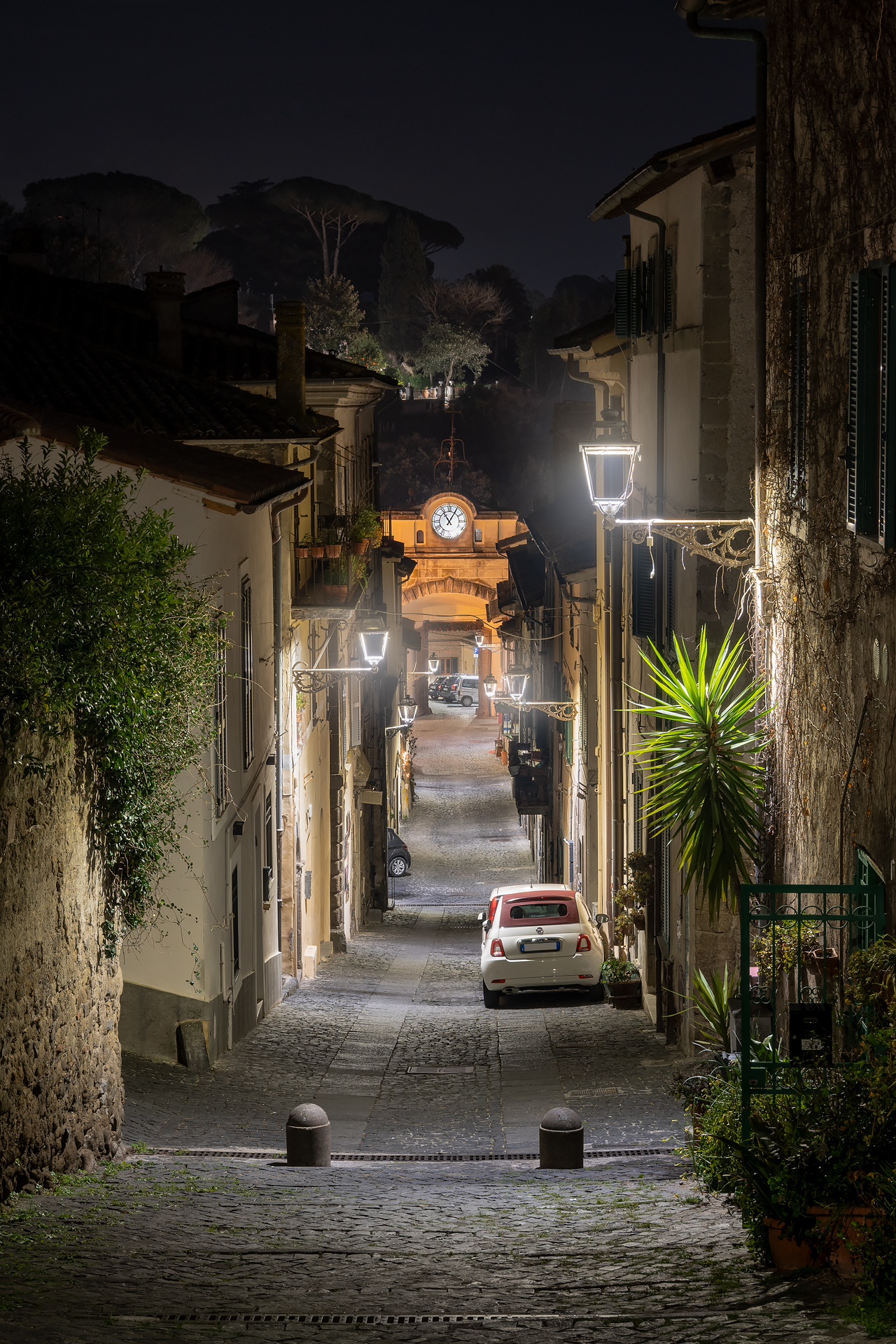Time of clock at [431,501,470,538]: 11:05
